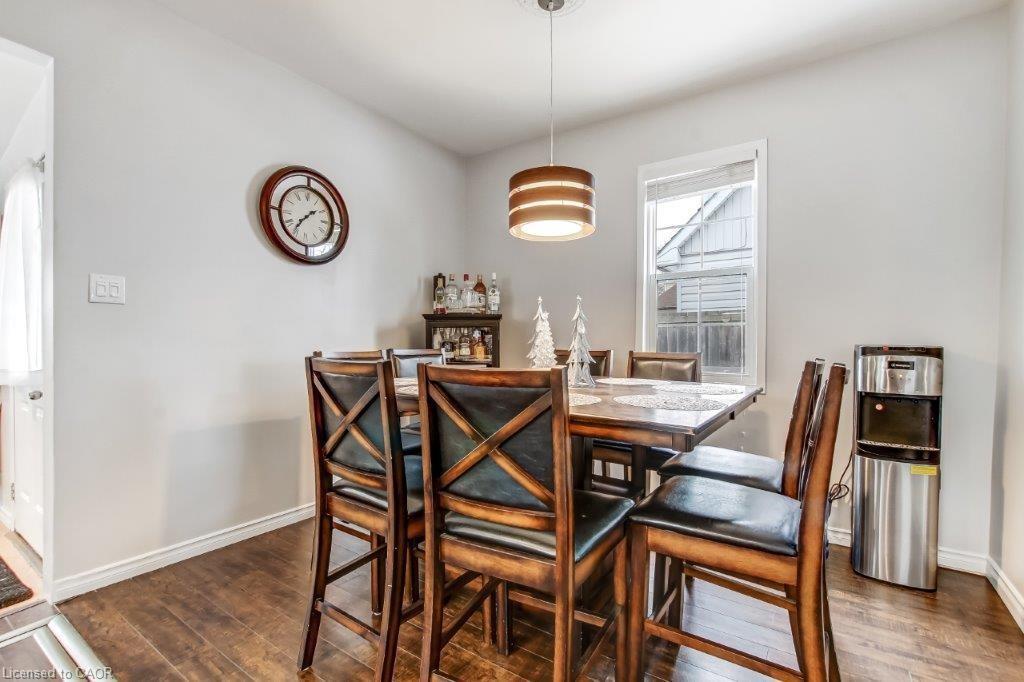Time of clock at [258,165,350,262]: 1:36
